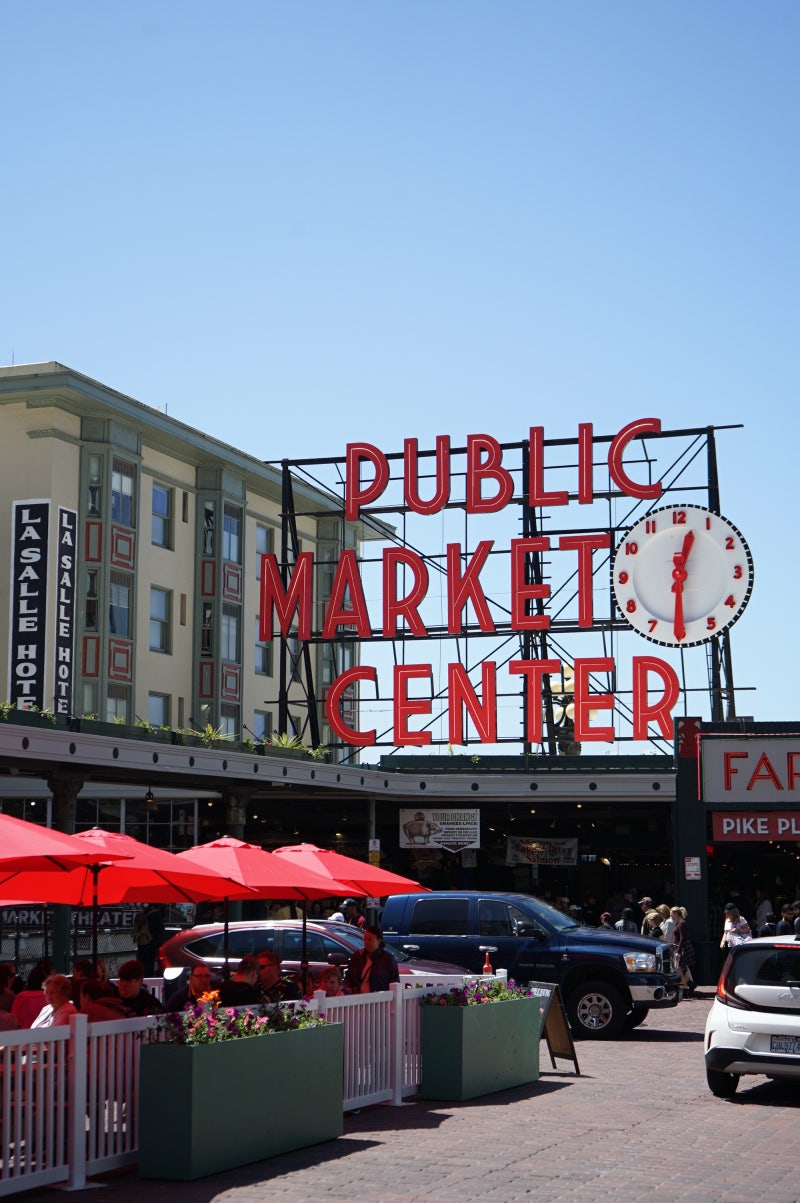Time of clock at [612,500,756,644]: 12:30
